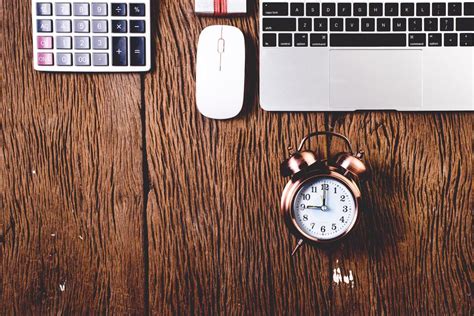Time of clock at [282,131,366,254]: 9:00
